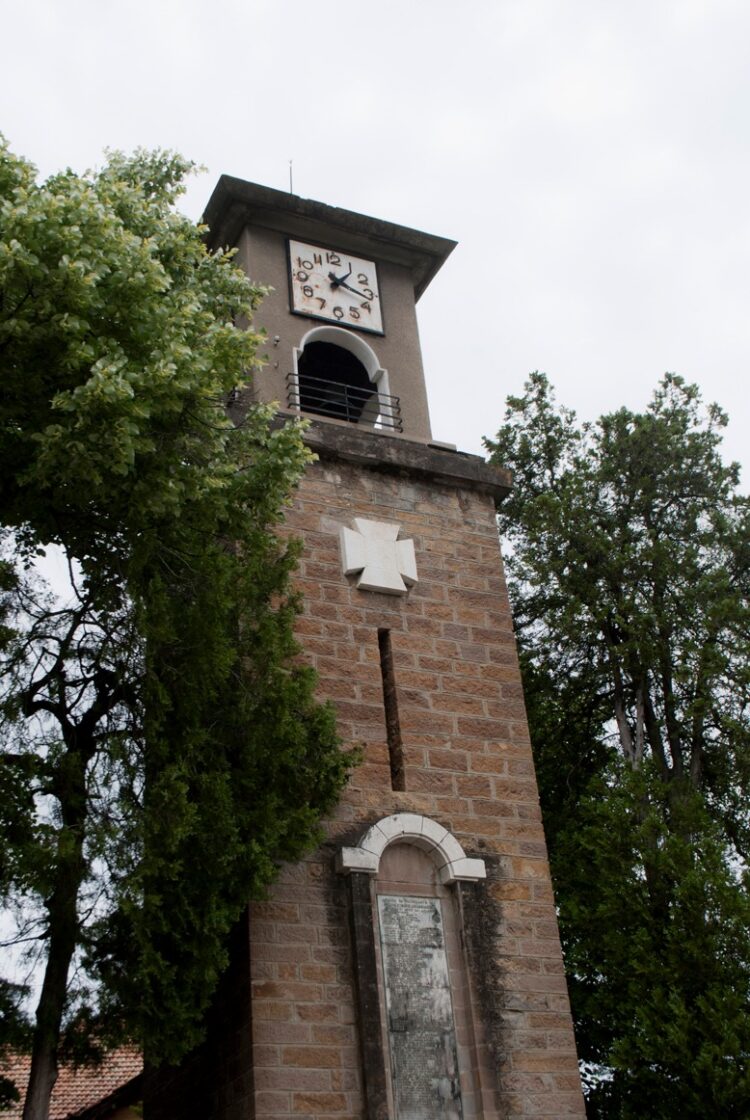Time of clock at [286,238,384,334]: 1:17
